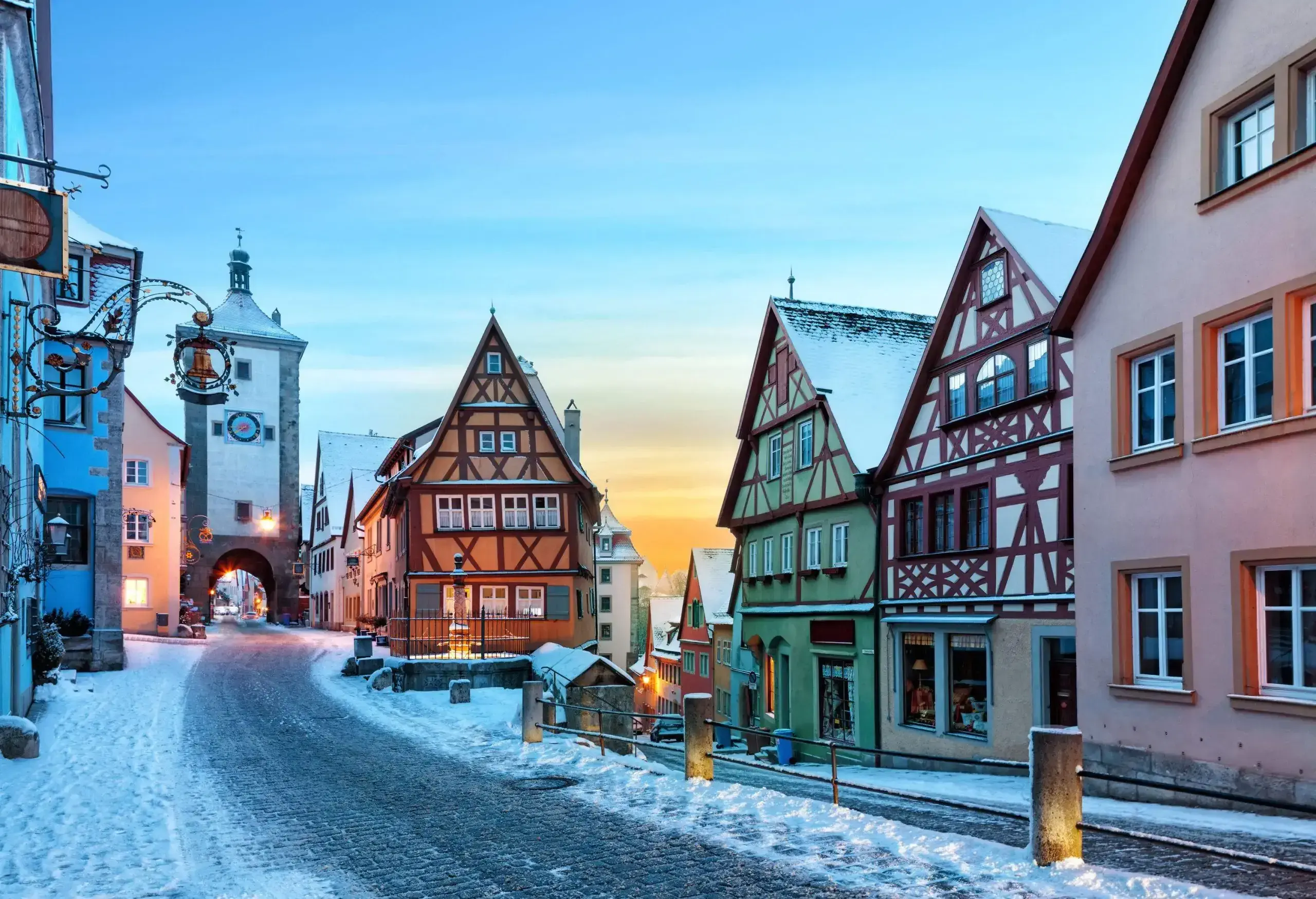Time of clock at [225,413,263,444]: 7:44
